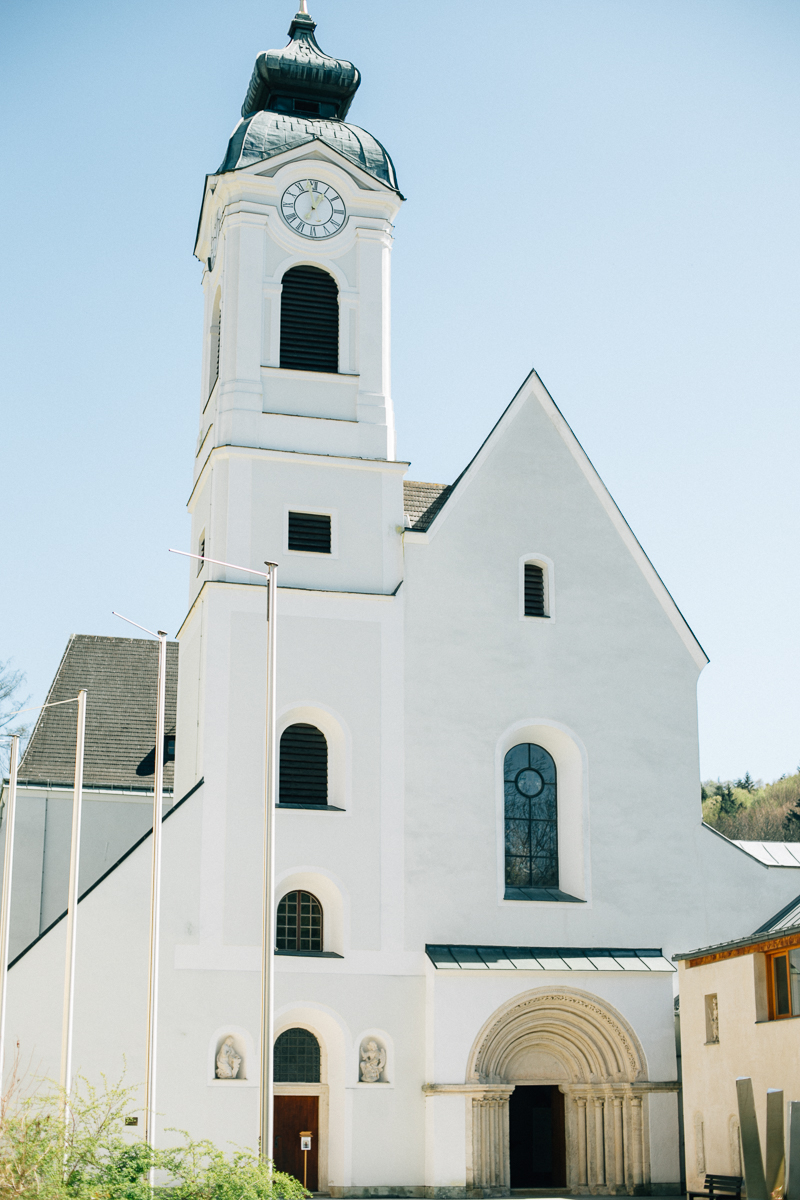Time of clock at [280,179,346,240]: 12:58
